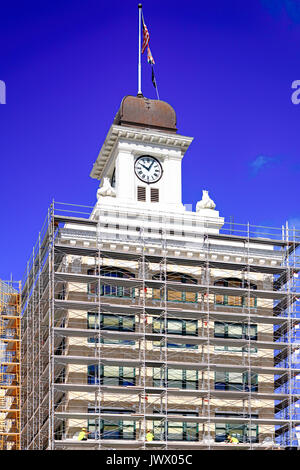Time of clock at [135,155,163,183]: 10:04
